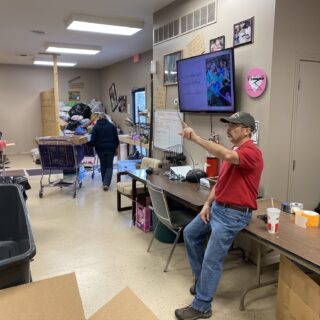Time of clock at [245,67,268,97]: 2:21
